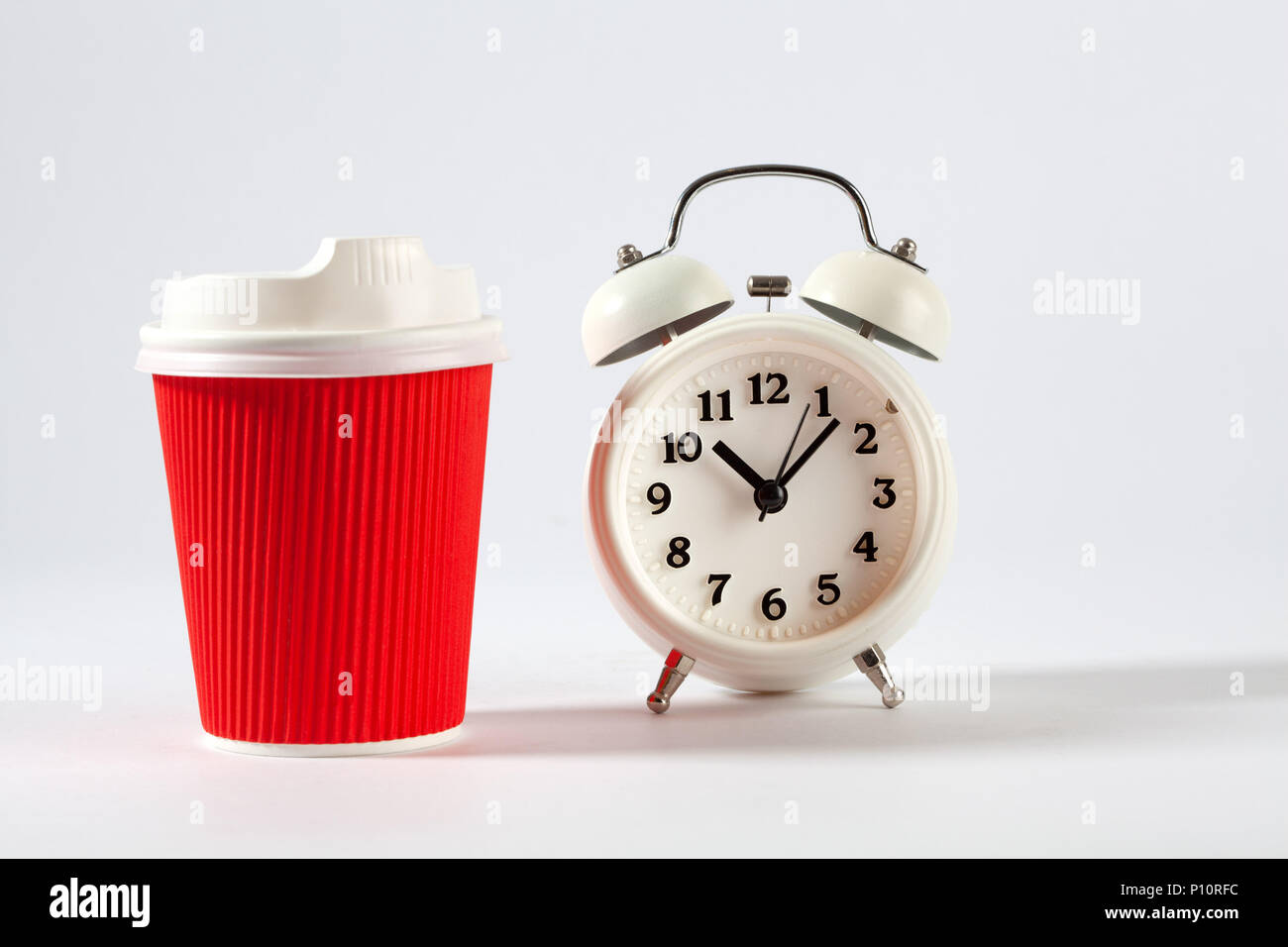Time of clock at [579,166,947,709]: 10:07
